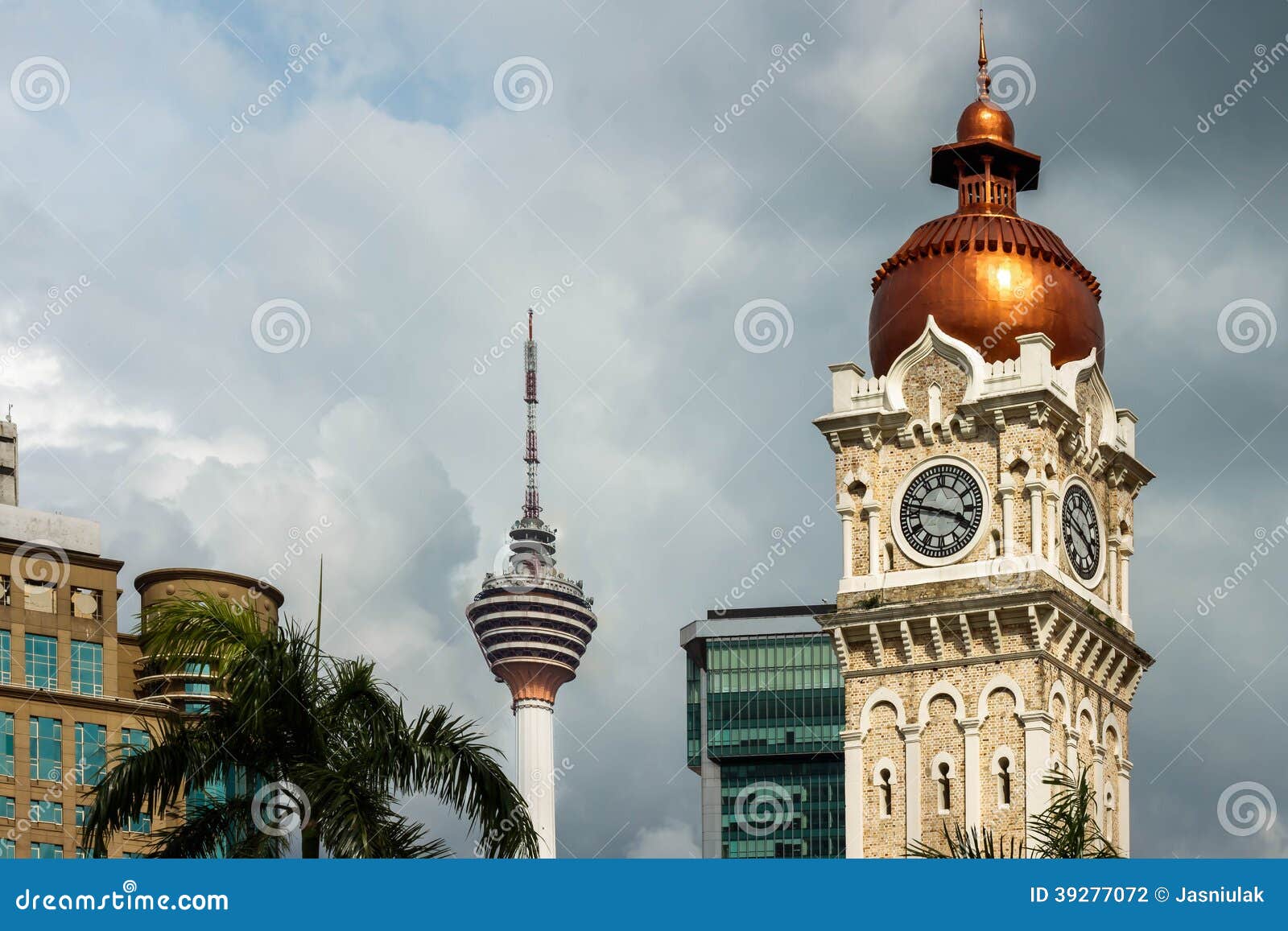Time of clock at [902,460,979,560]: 3:47
